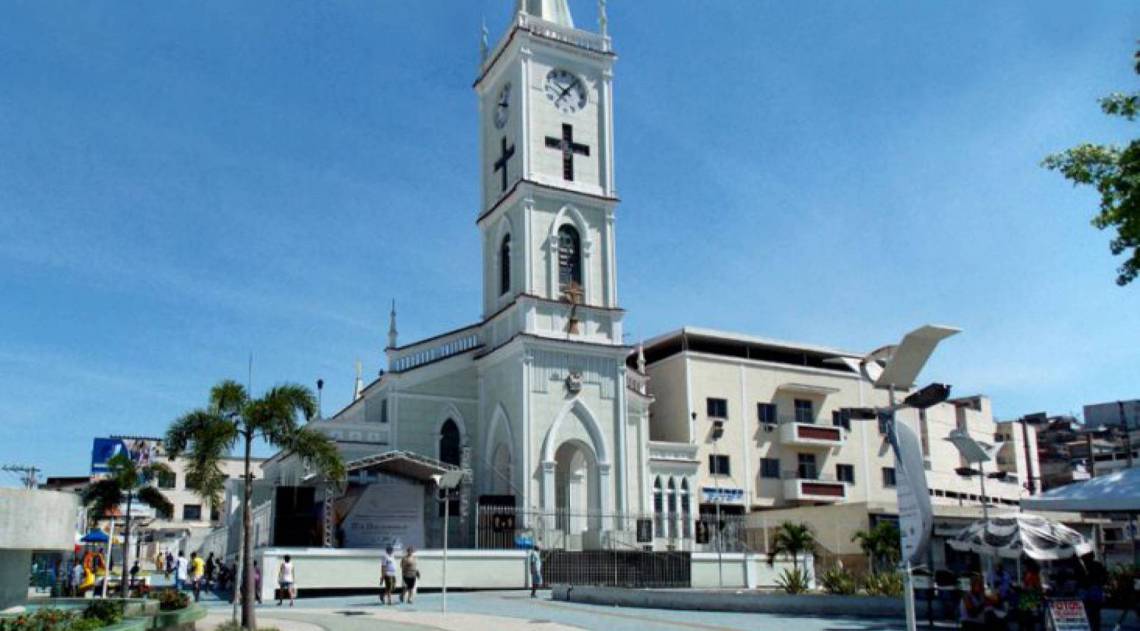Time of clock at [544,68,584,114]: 10:07
